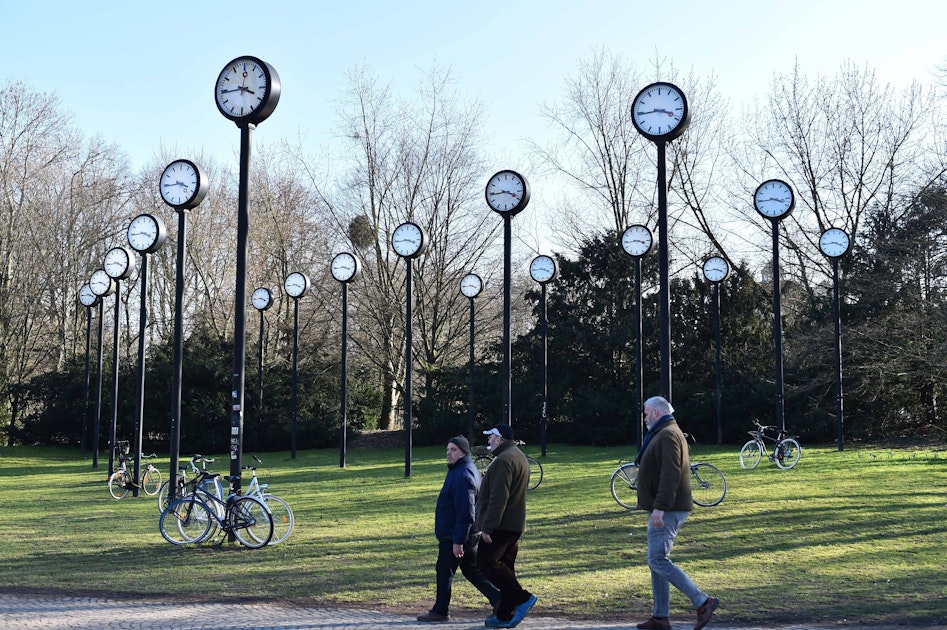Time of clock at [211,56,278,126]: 3:44
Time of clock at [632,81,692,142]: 3:44
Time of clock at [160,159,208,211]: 3:44
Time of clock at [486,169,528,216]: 3:44
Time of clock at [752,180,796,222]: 3:44
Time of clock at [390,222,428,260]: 3:44
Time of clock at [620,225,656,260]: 3:43
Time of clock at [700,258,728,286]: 3:44
